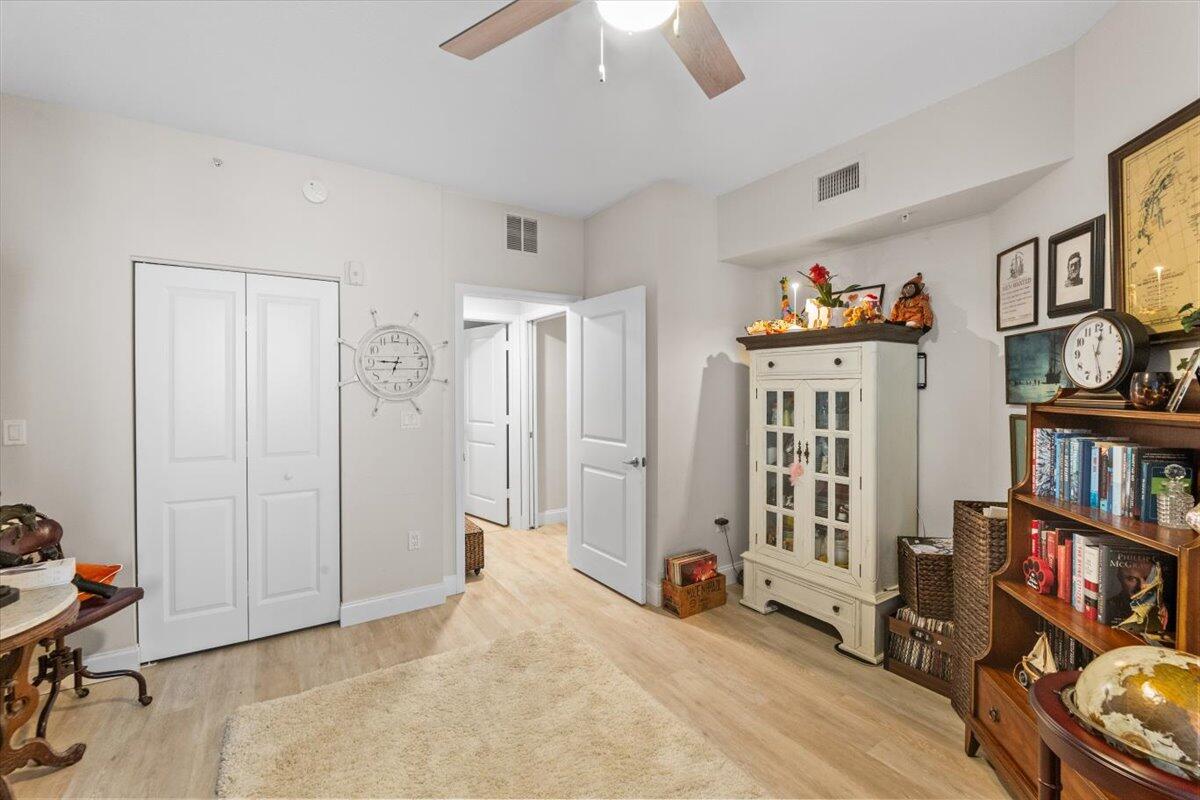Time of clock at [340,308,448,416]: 6:45
